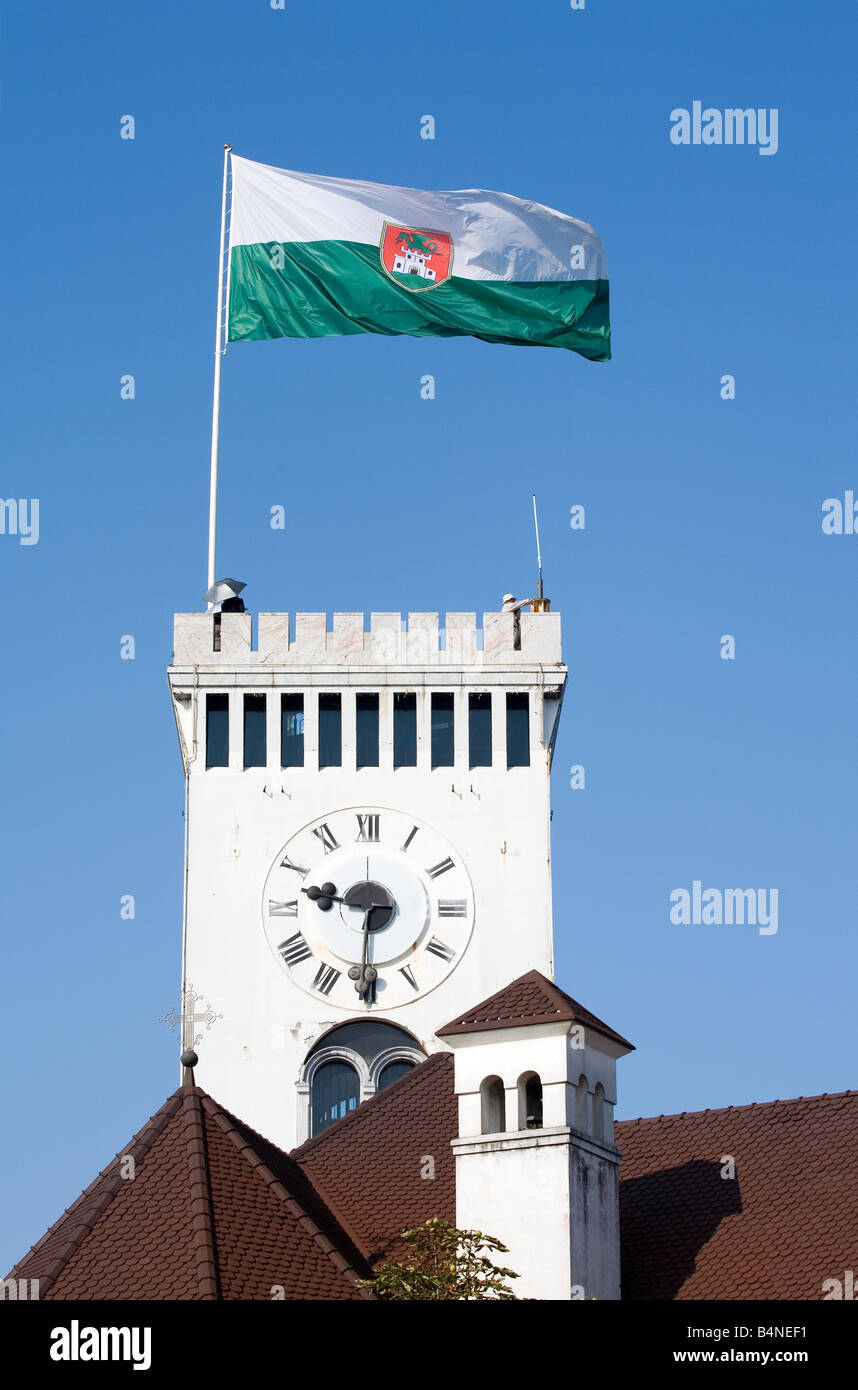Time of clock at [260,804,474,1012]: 9:31
